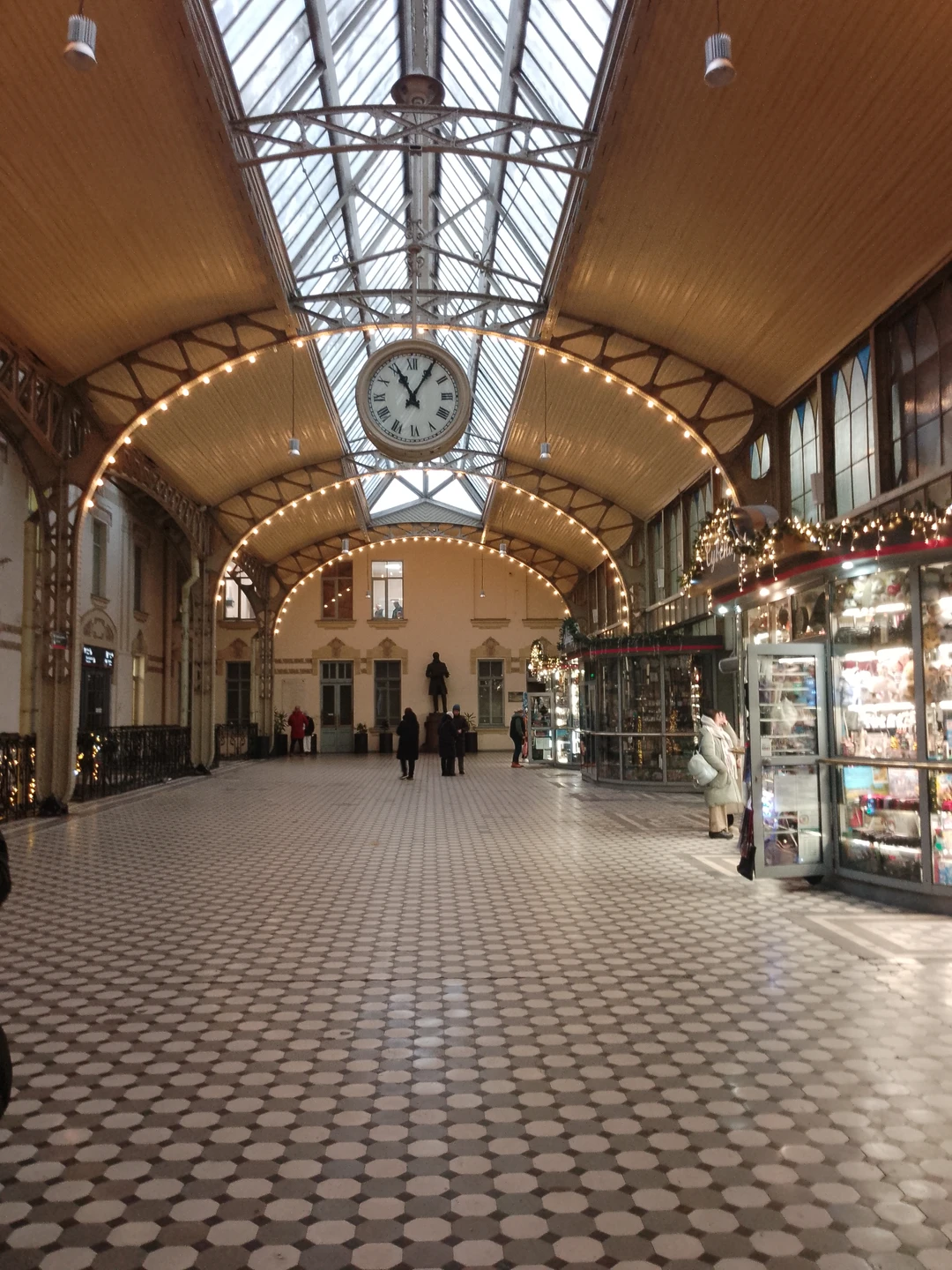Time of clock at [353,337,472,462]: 11:05
